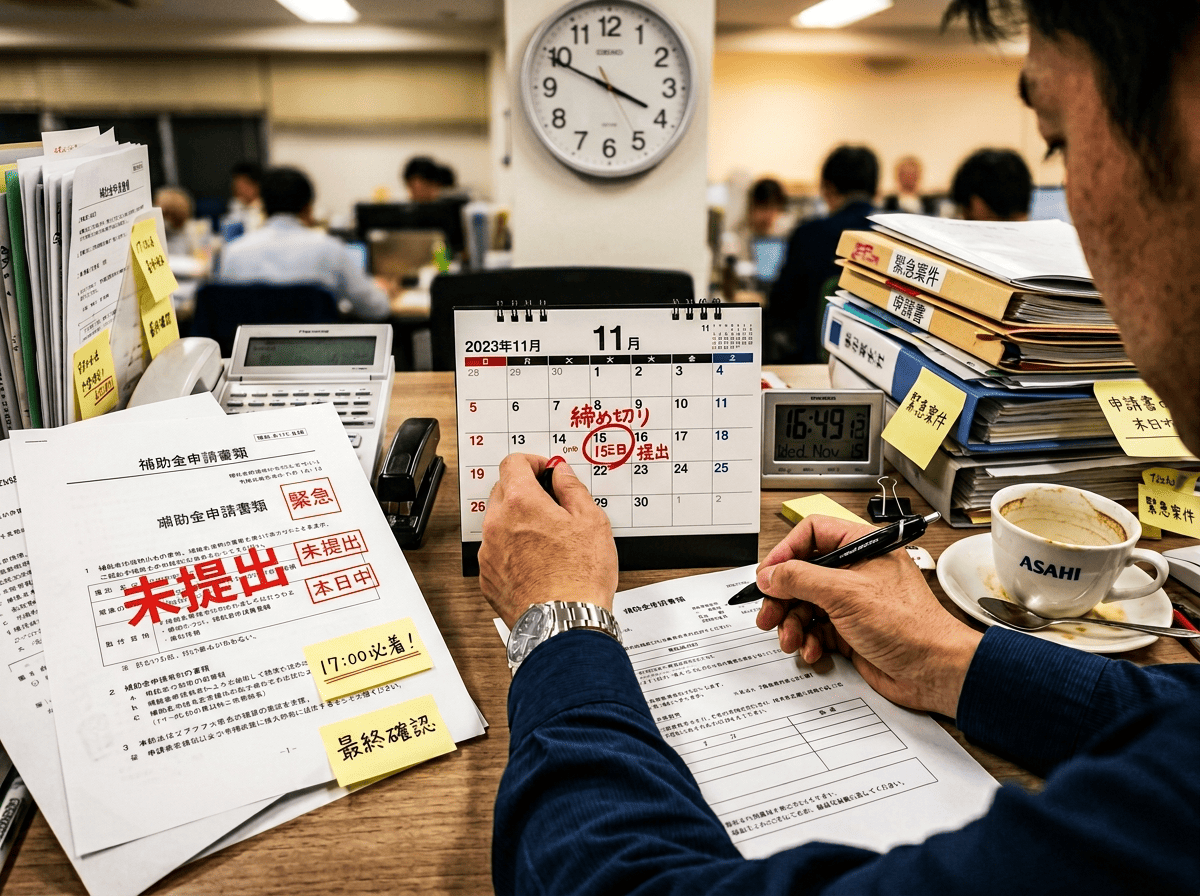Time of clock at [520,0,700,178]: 3:49
